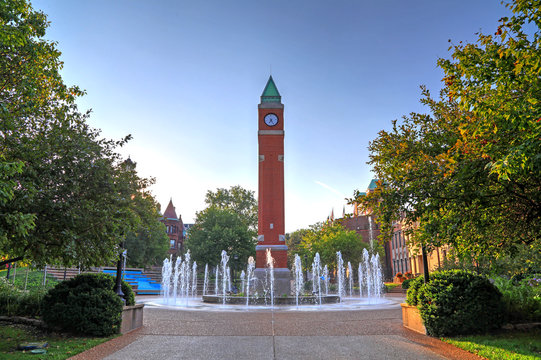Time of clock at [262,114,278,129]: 7:25
